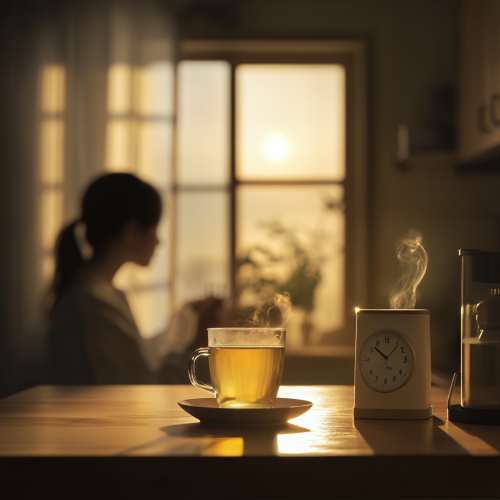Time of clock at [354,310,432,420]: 10:07
